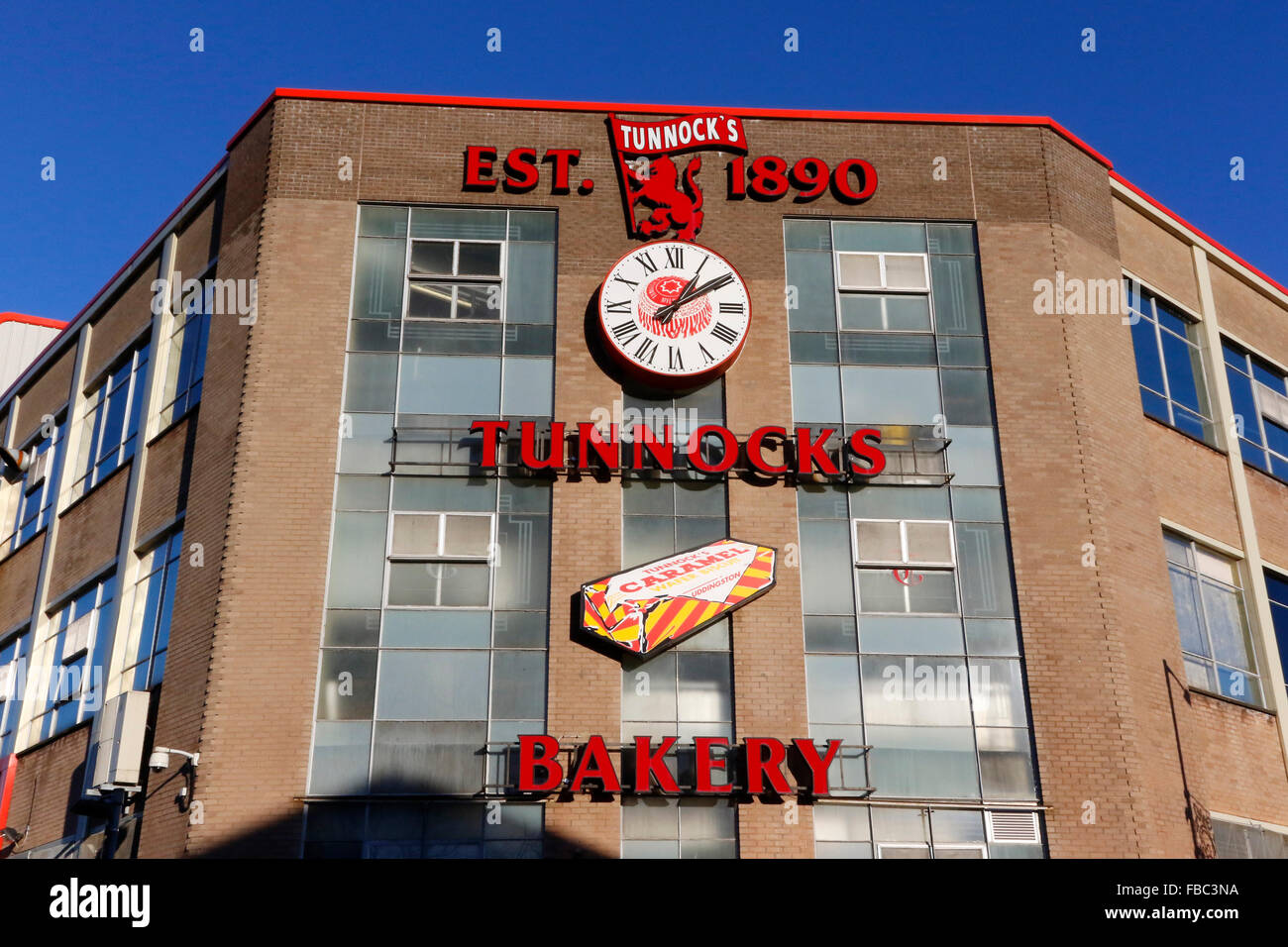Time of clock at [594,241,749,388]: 1:09
